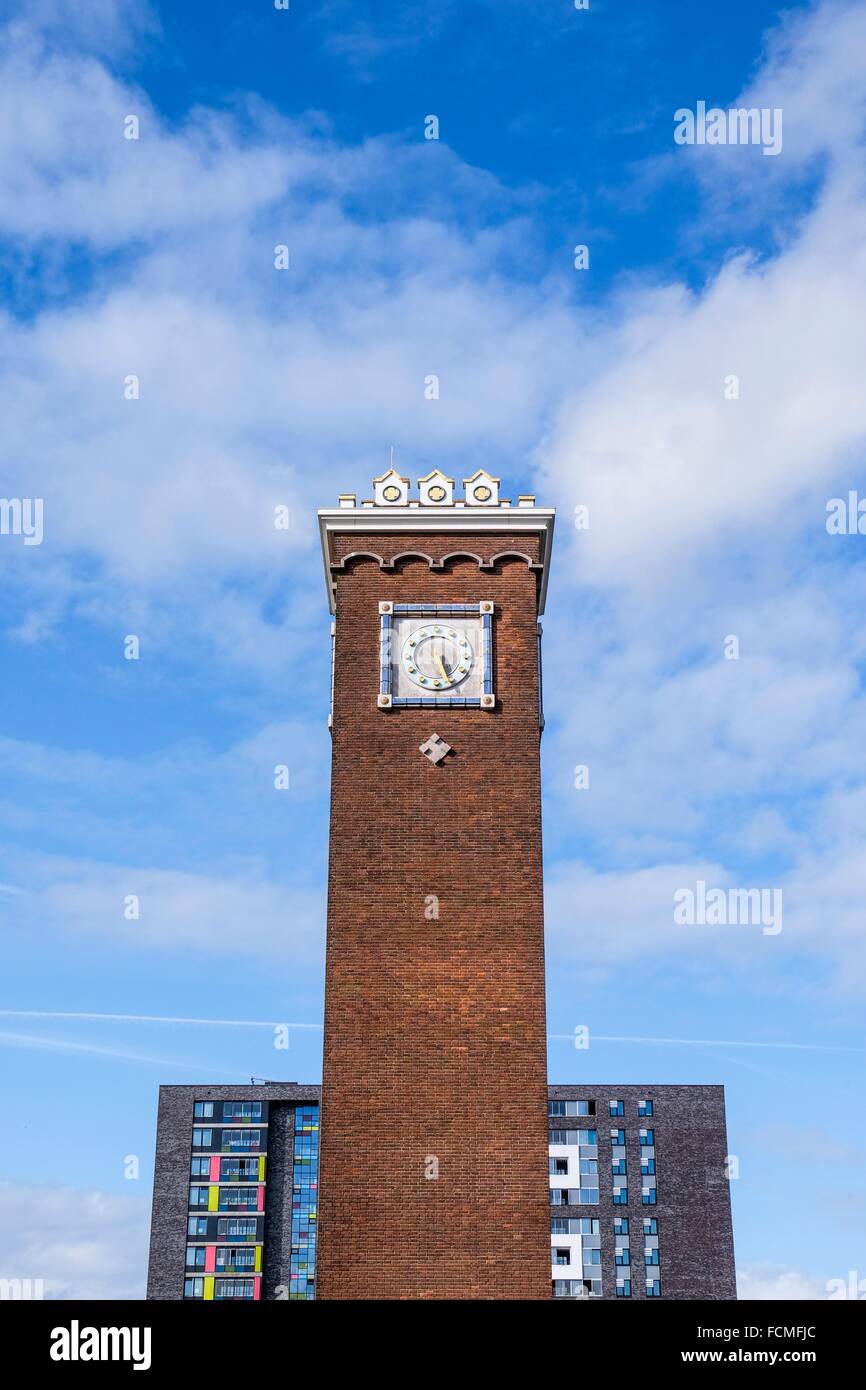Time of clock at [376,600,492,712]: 5:26
